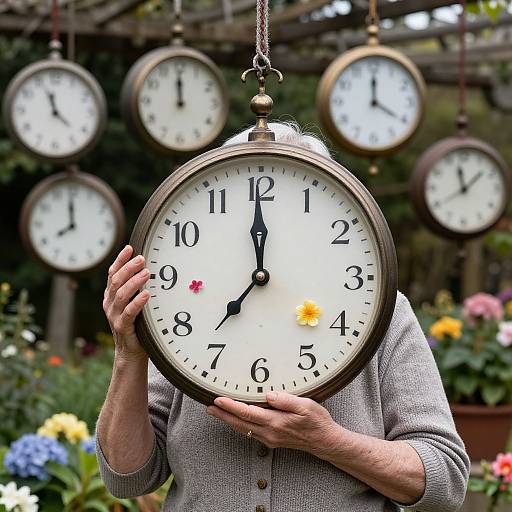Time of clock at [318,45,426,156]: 4:00
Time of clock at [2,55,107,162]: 11:22
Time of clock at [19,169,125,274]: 7:59
